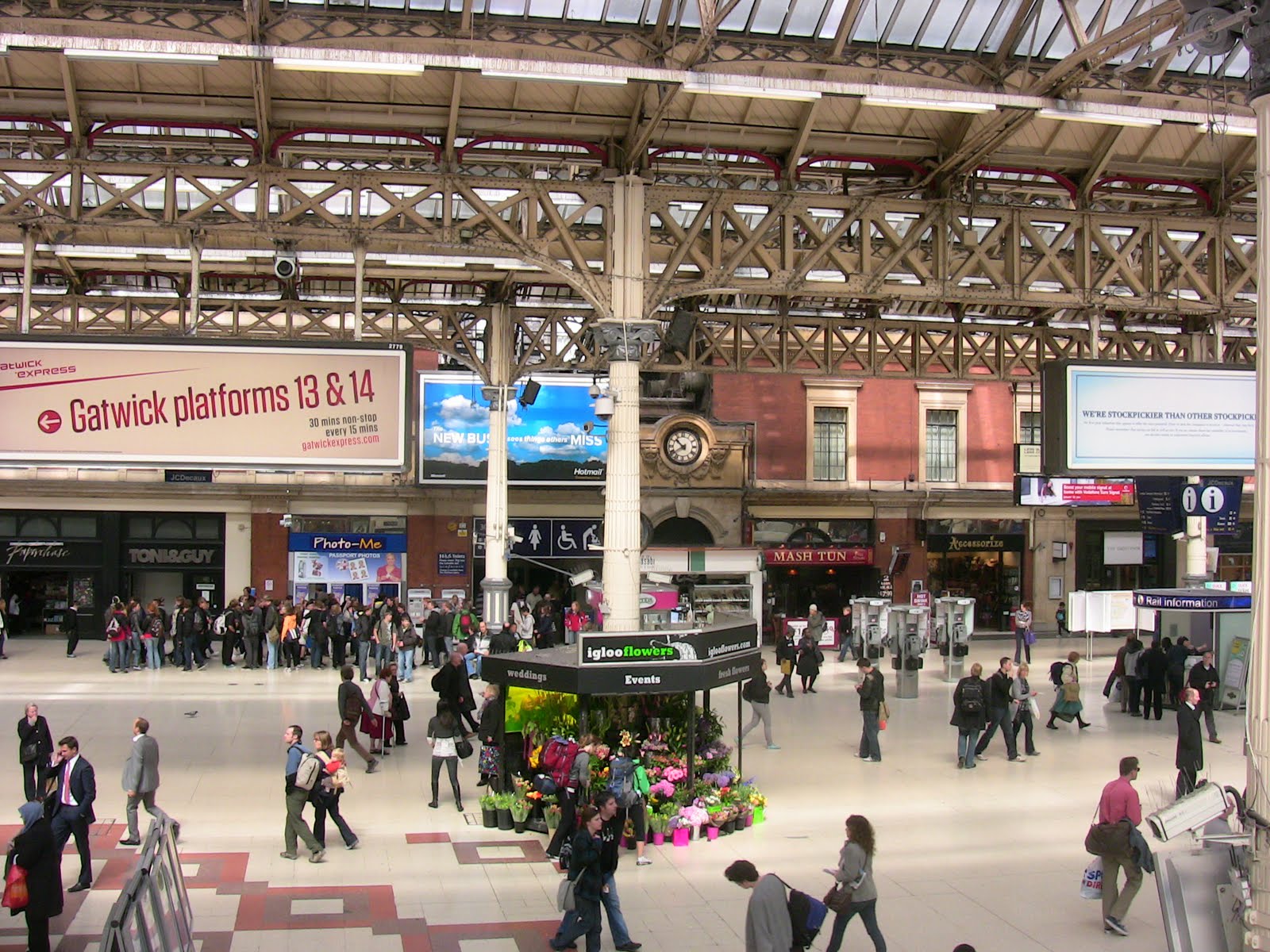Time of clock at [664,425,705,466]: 10:39
